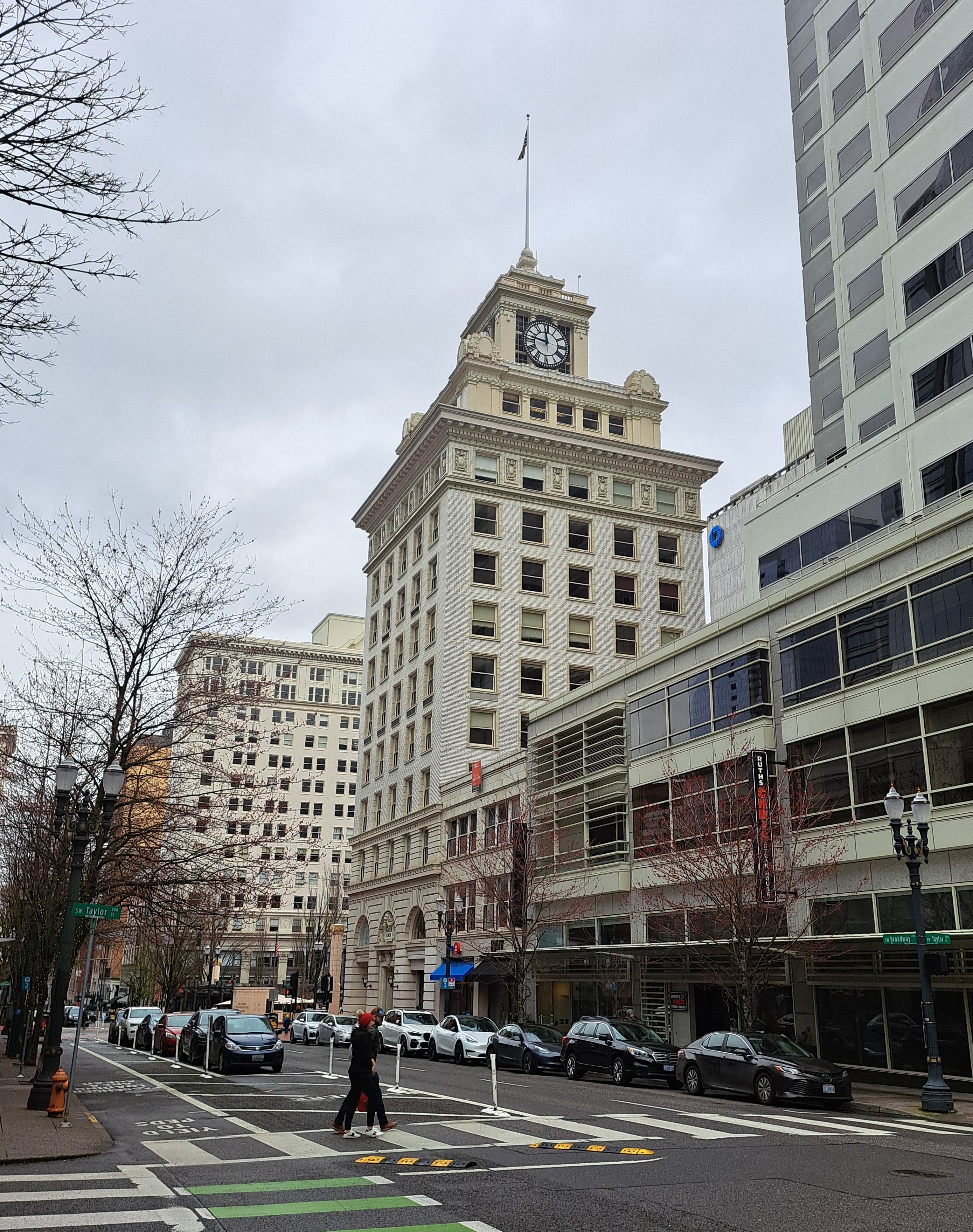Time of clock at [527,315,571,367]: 11:46
